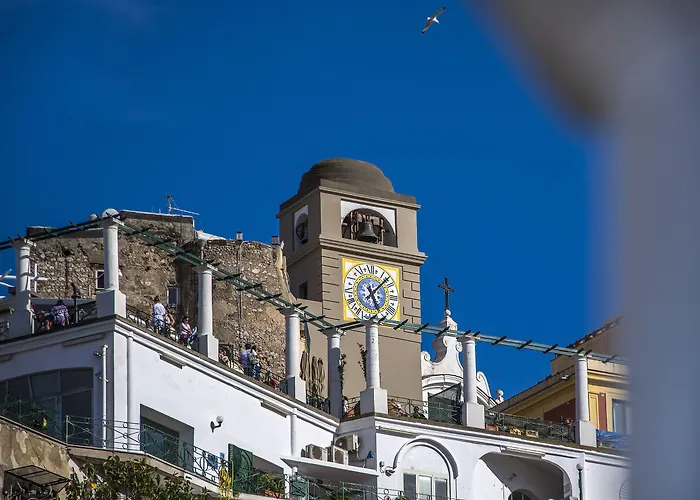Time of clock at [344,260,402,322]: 5:07
